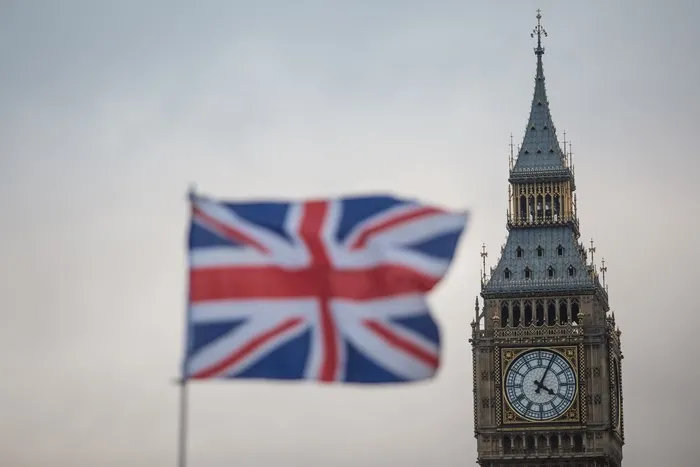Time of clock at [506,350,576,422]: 4:04
